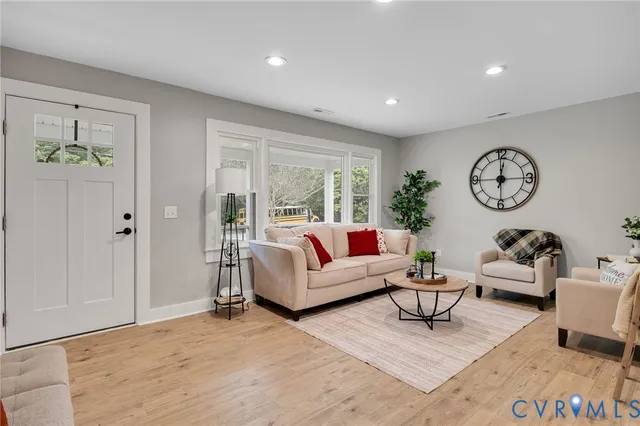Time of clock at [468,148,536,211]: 12:14
